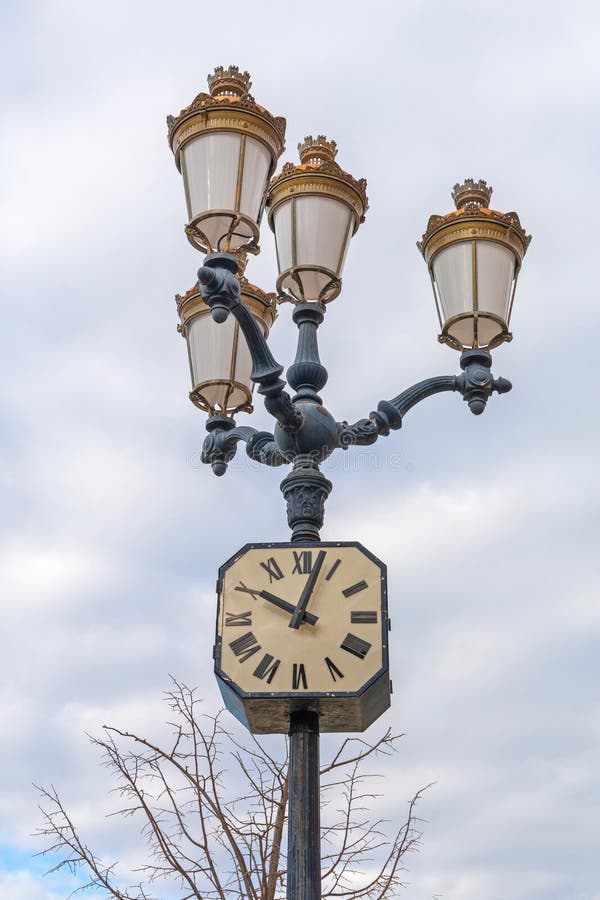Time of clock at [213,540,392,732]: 10:02
